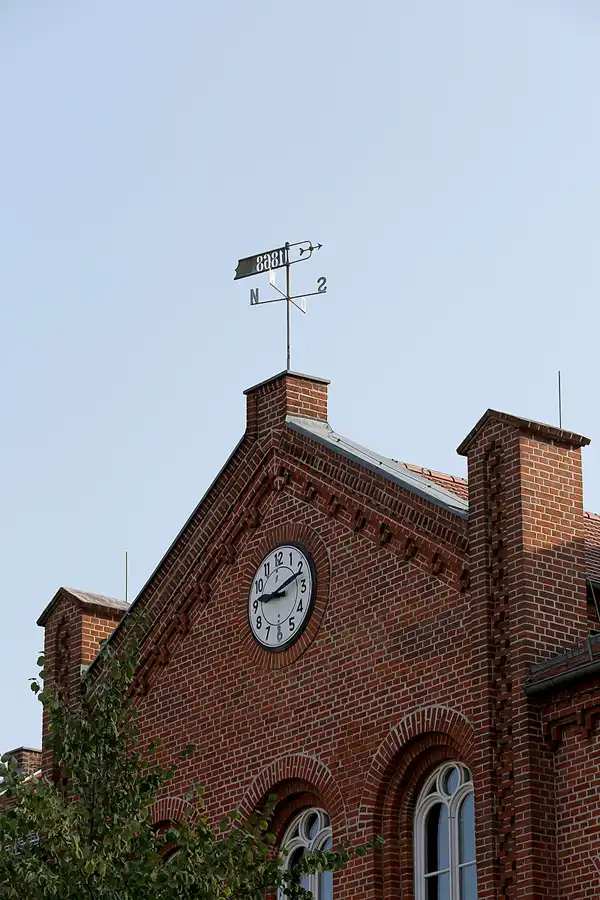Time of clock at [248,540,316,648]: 9:11
